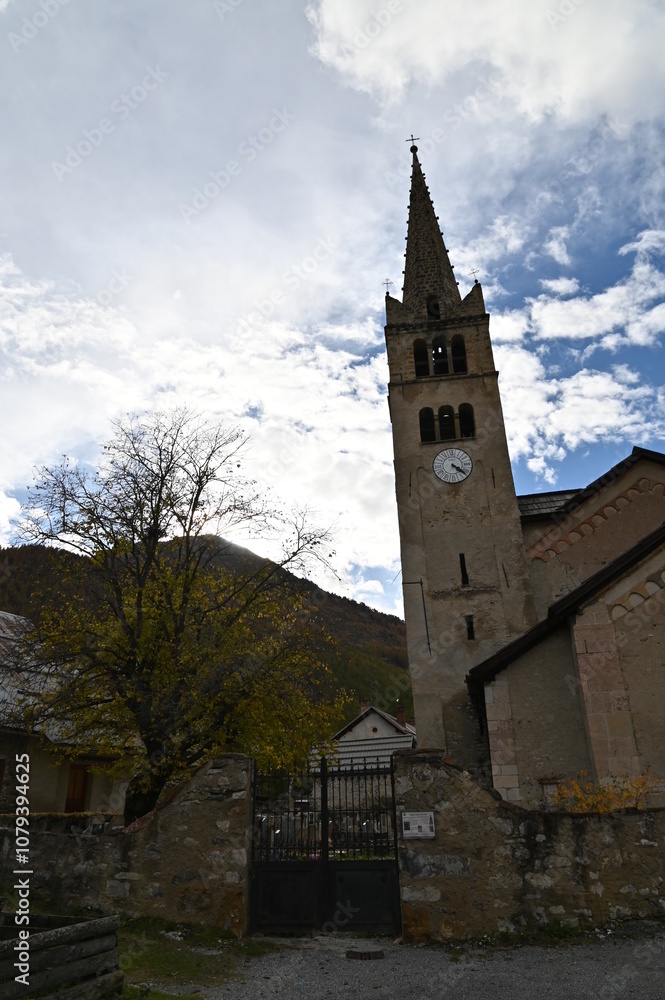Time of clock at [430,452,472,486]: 4:22
